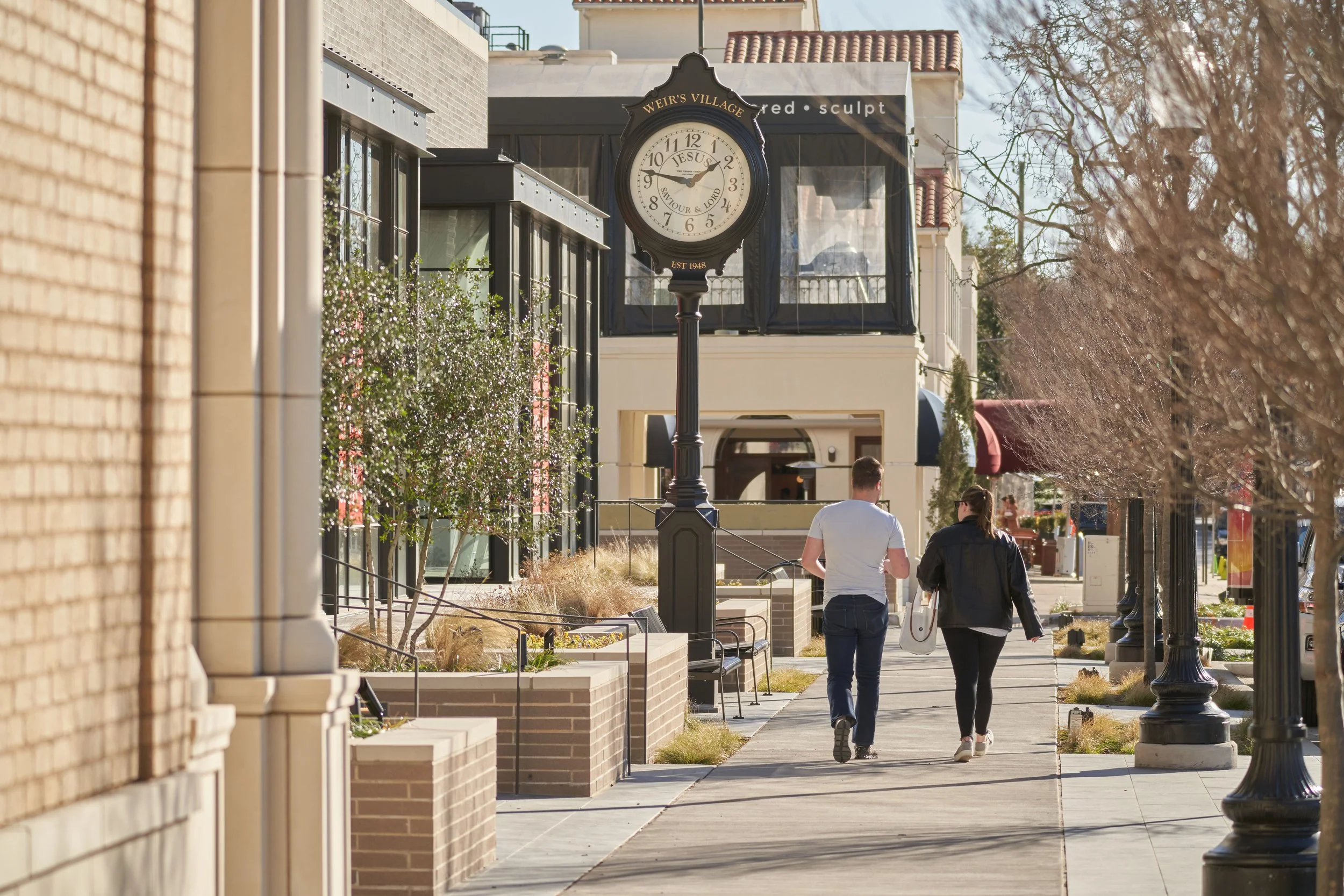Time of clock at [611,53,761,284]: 1:46
